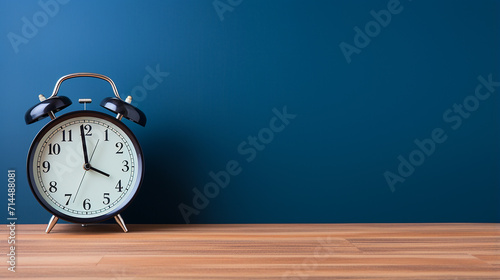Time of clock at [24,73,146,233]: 3:58
